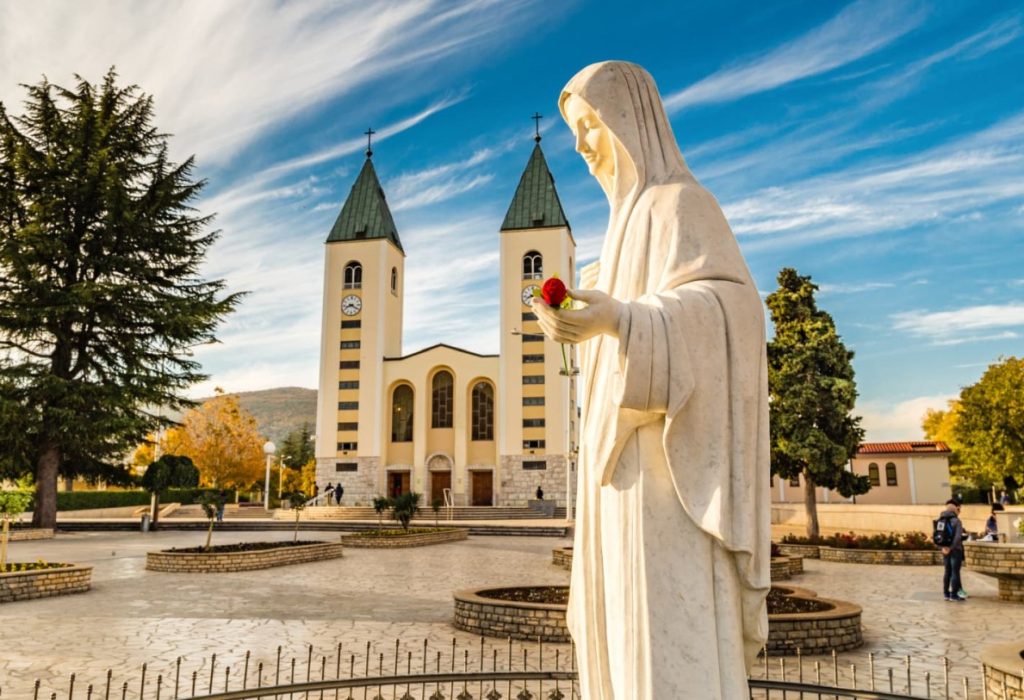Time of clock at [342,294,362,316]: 8:20
